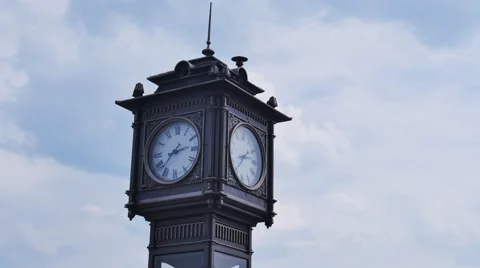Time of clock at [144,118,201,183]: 2:37
